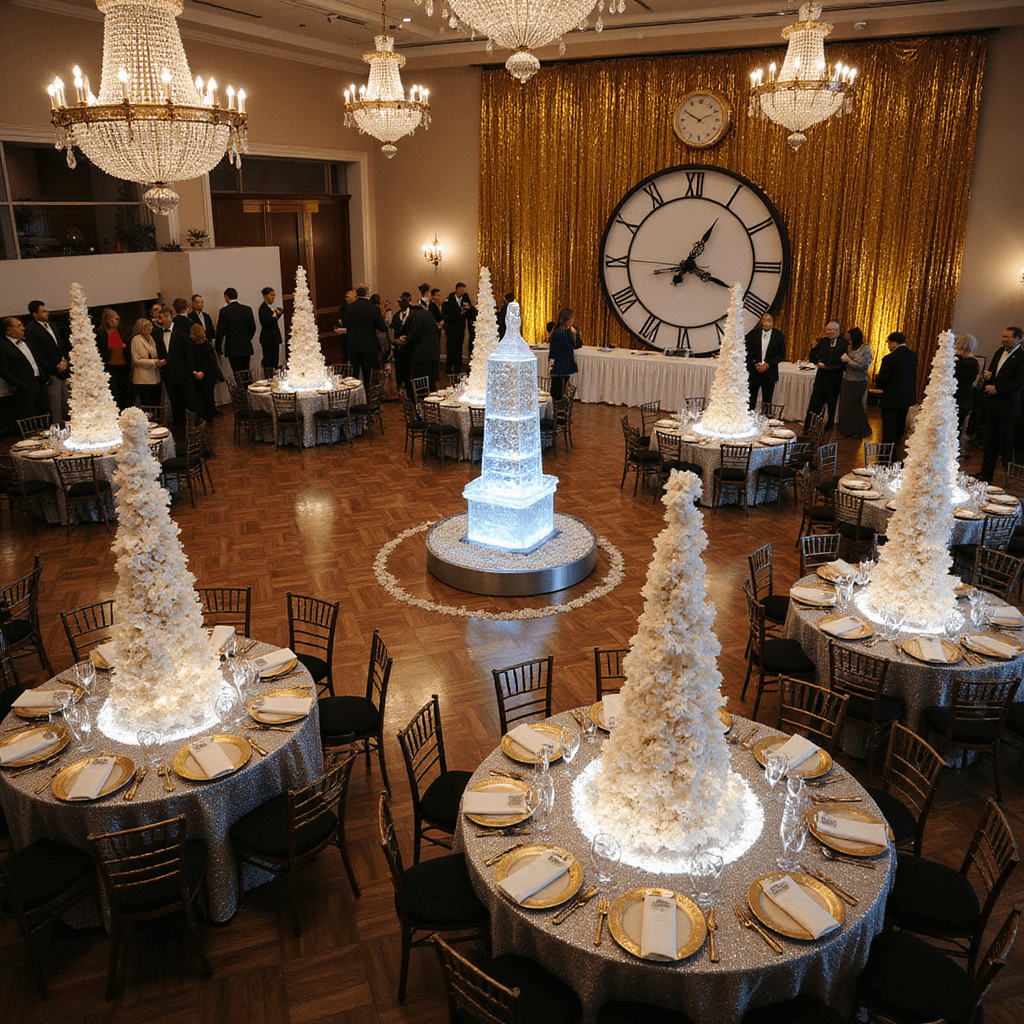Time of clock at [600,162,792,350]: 1:18
